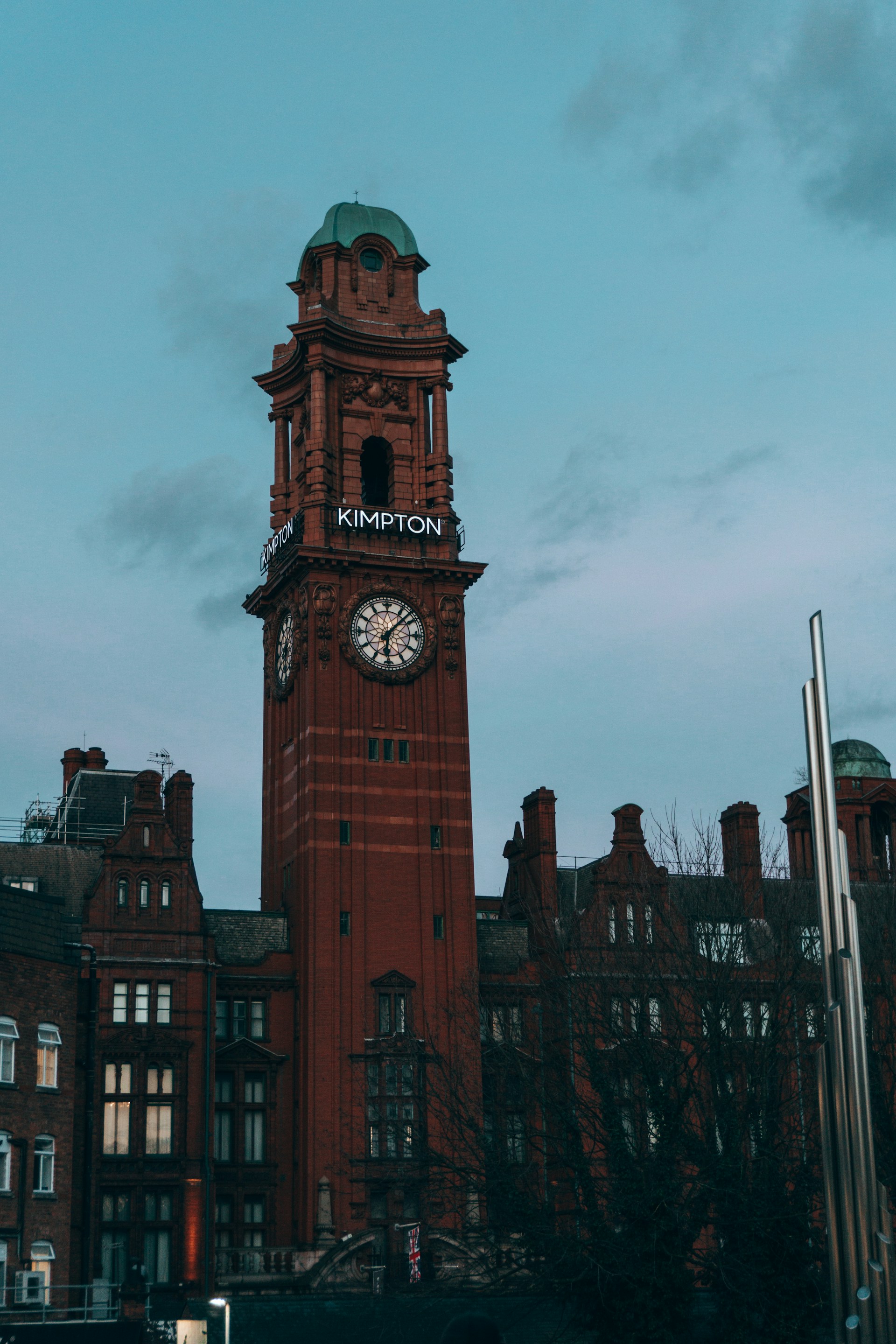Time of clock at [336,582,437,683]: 6:07
